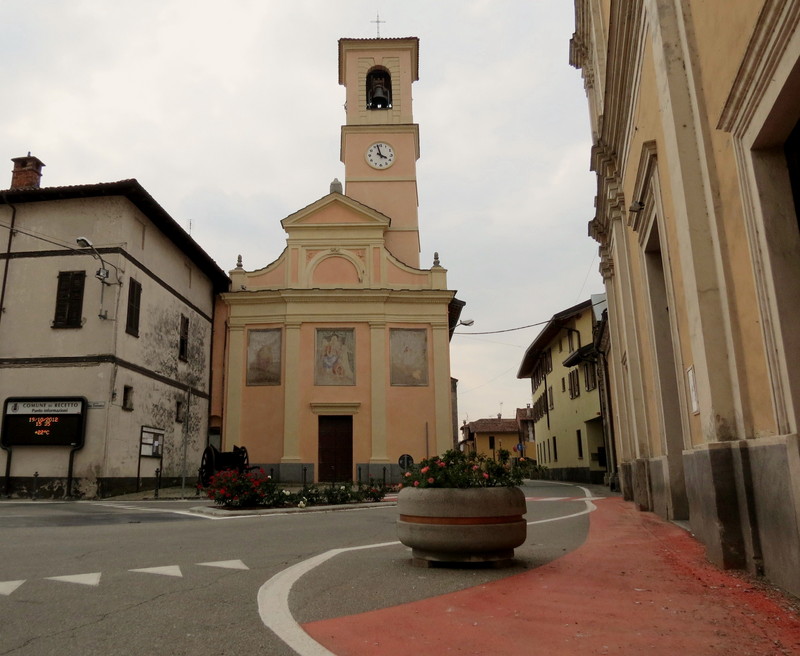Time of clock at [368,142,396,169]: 3:57
